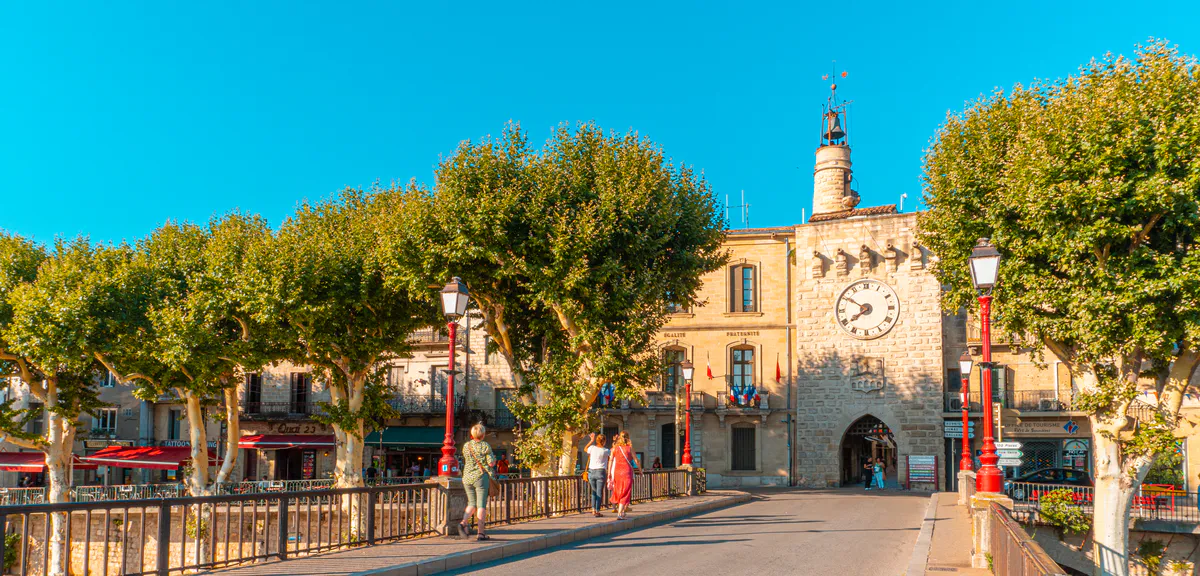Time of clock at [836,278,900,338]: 7:50
